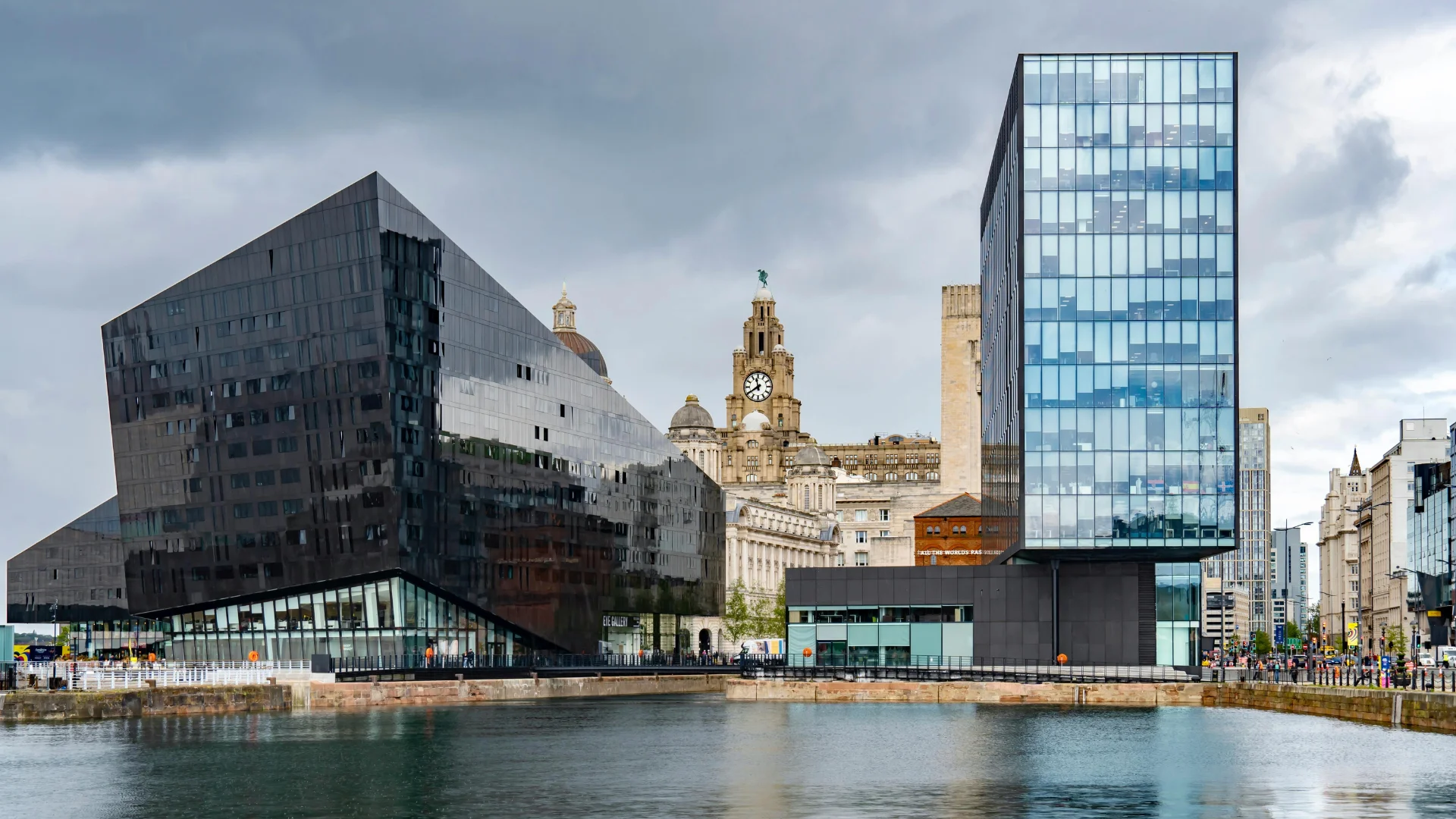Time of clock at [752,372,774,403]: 11:39
